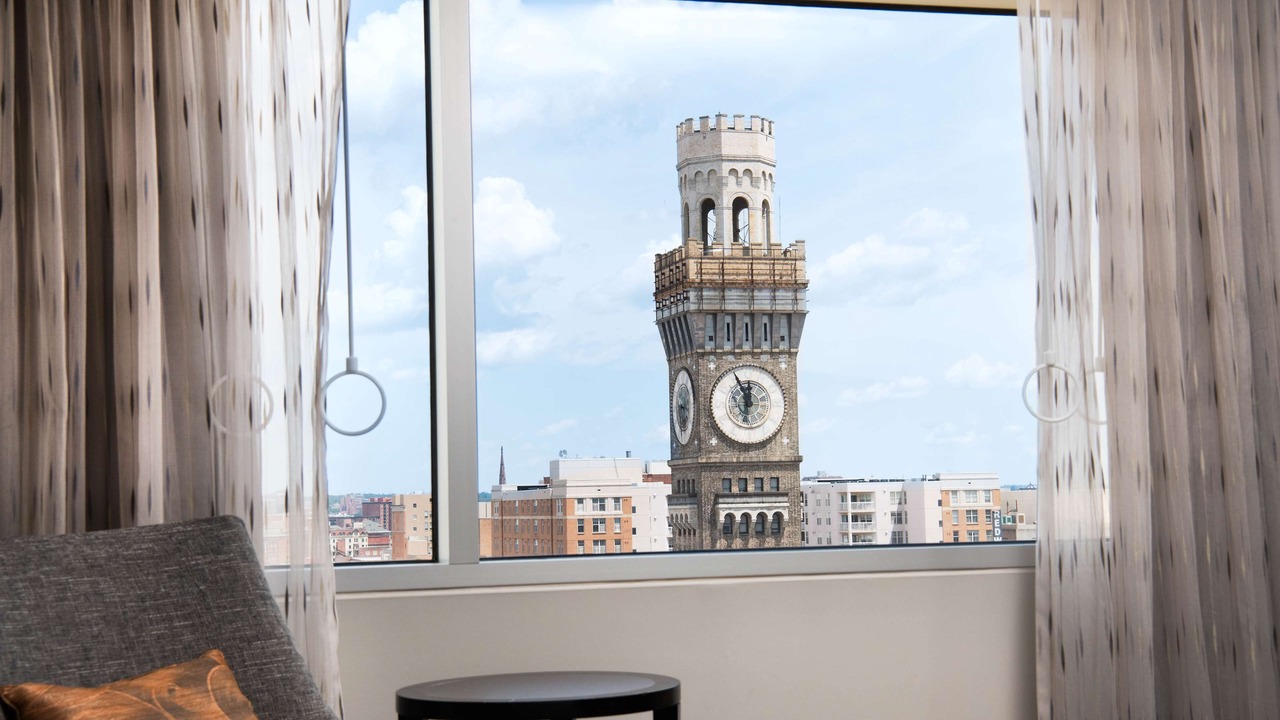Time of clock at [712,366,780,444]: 11:55
